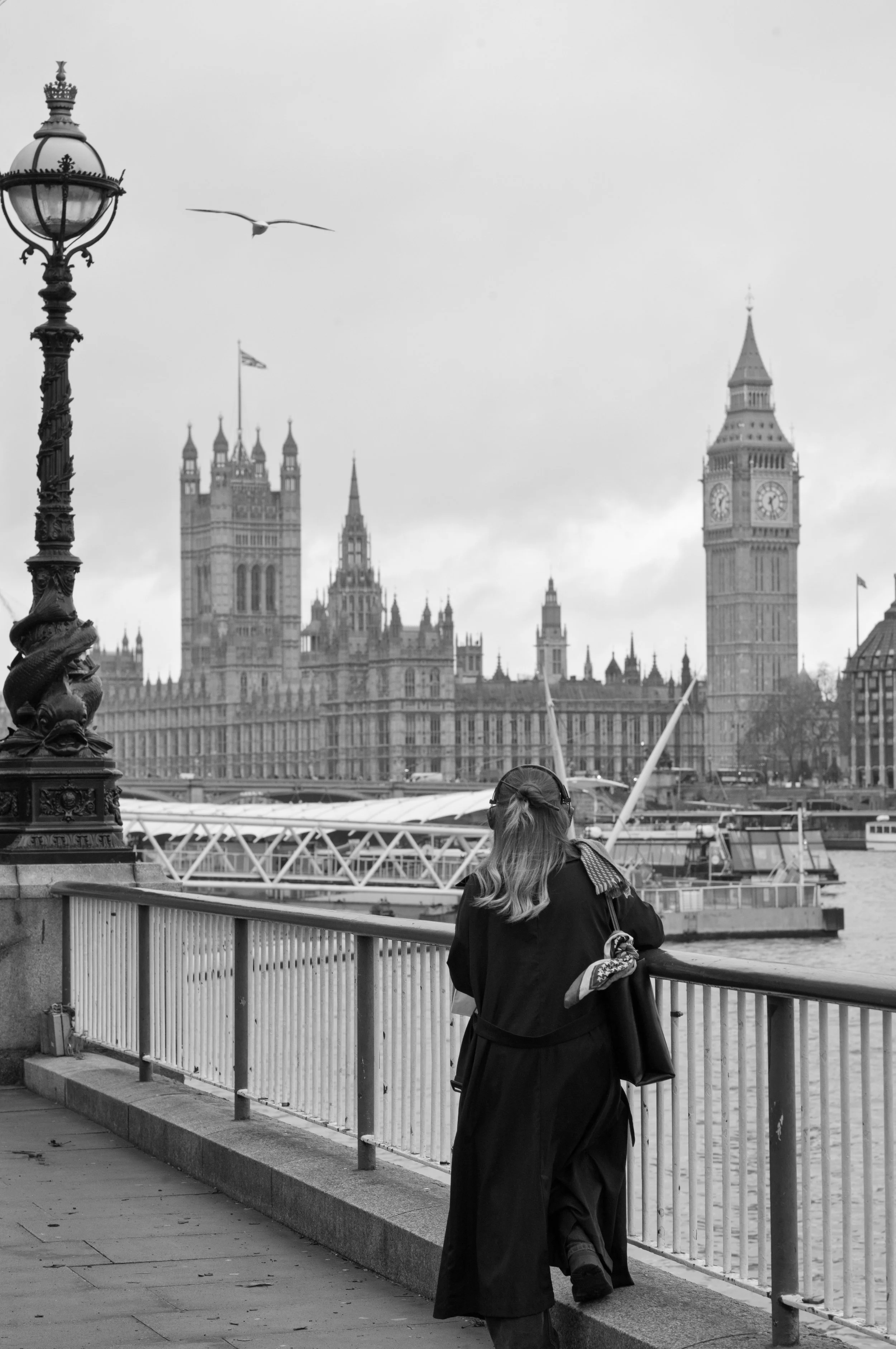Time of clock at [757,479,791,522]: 1:27
